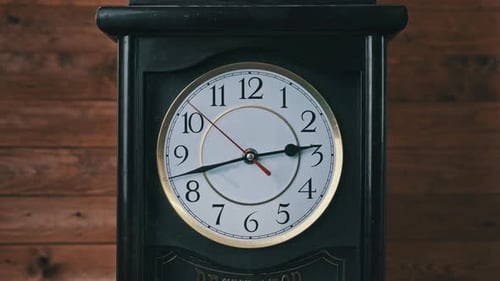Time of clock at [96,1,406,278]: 2:42
